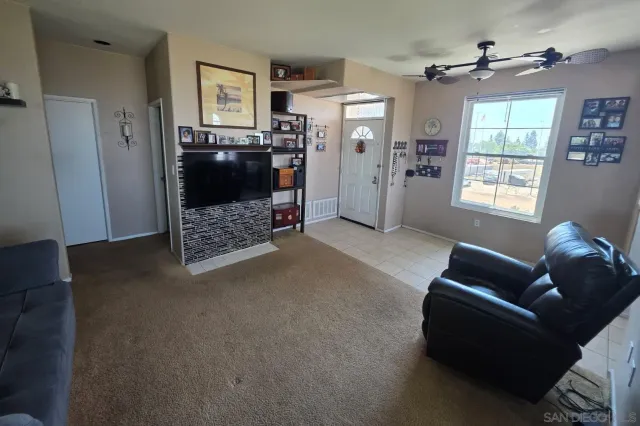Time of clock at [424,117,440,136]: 4:34
